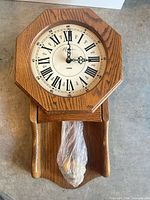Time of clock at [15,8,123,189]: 3:00
